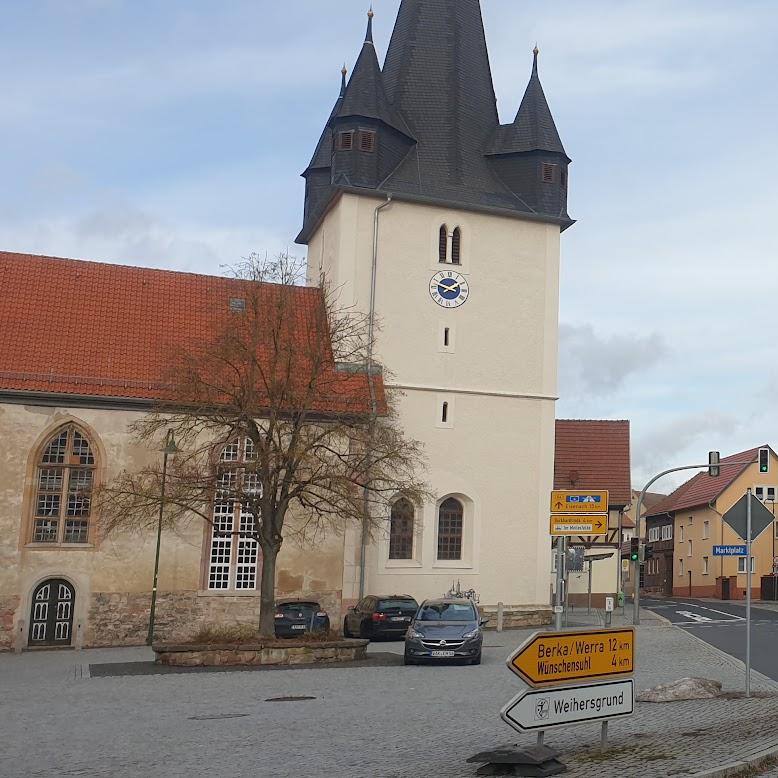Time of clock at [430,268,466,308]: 1:47
